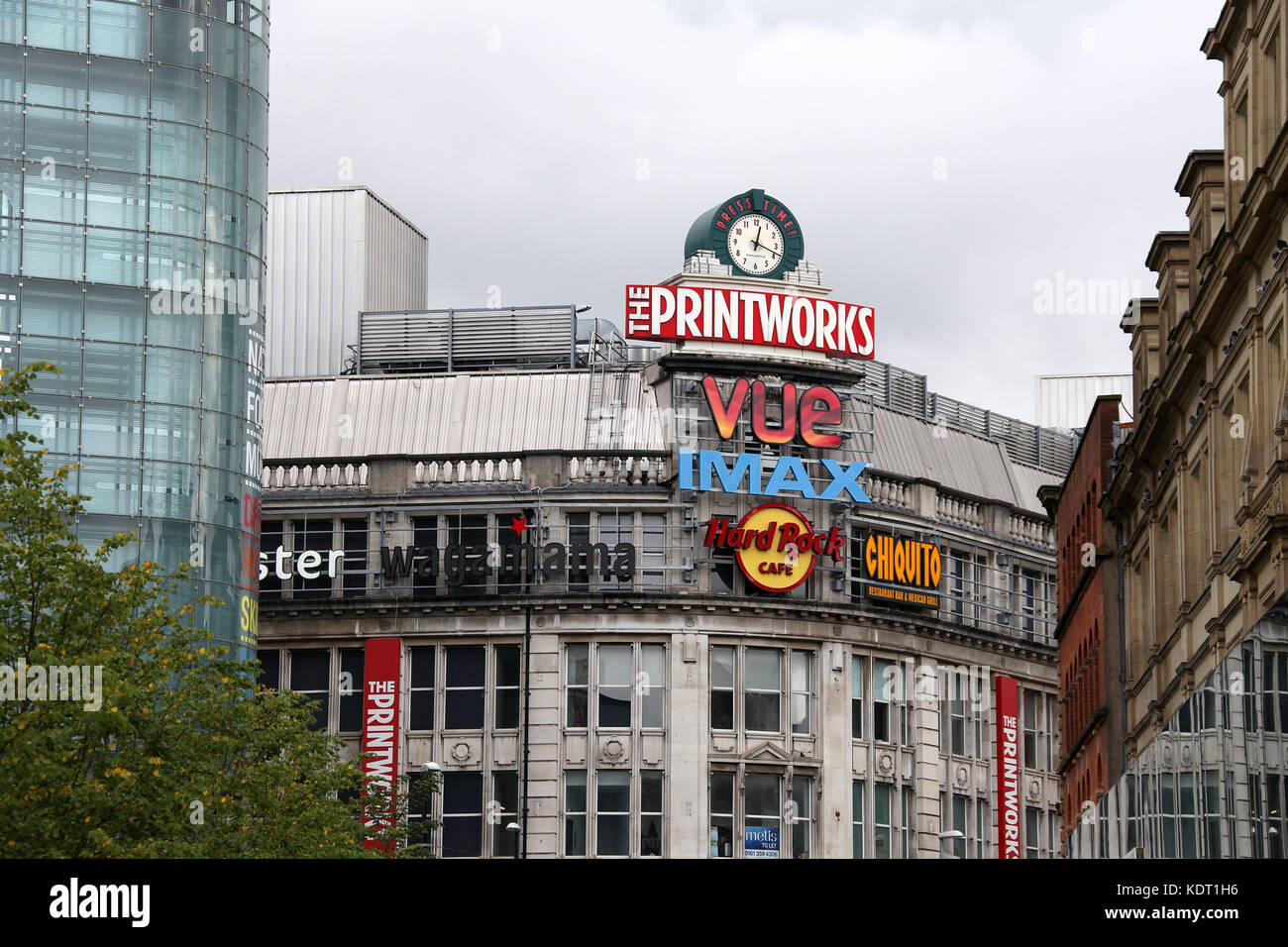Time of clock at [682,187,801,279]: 12:18
